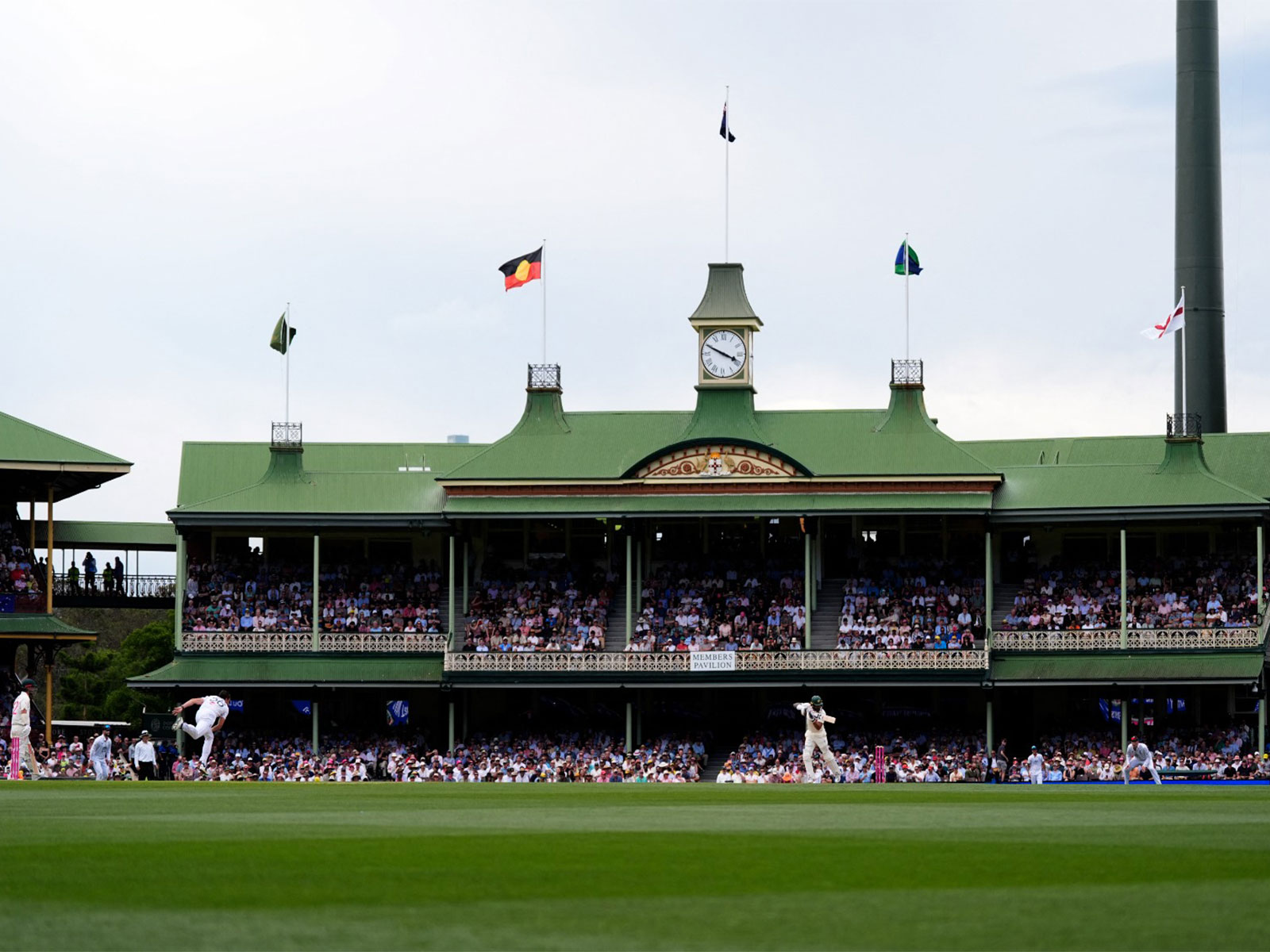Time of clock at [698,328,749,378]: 3:49
